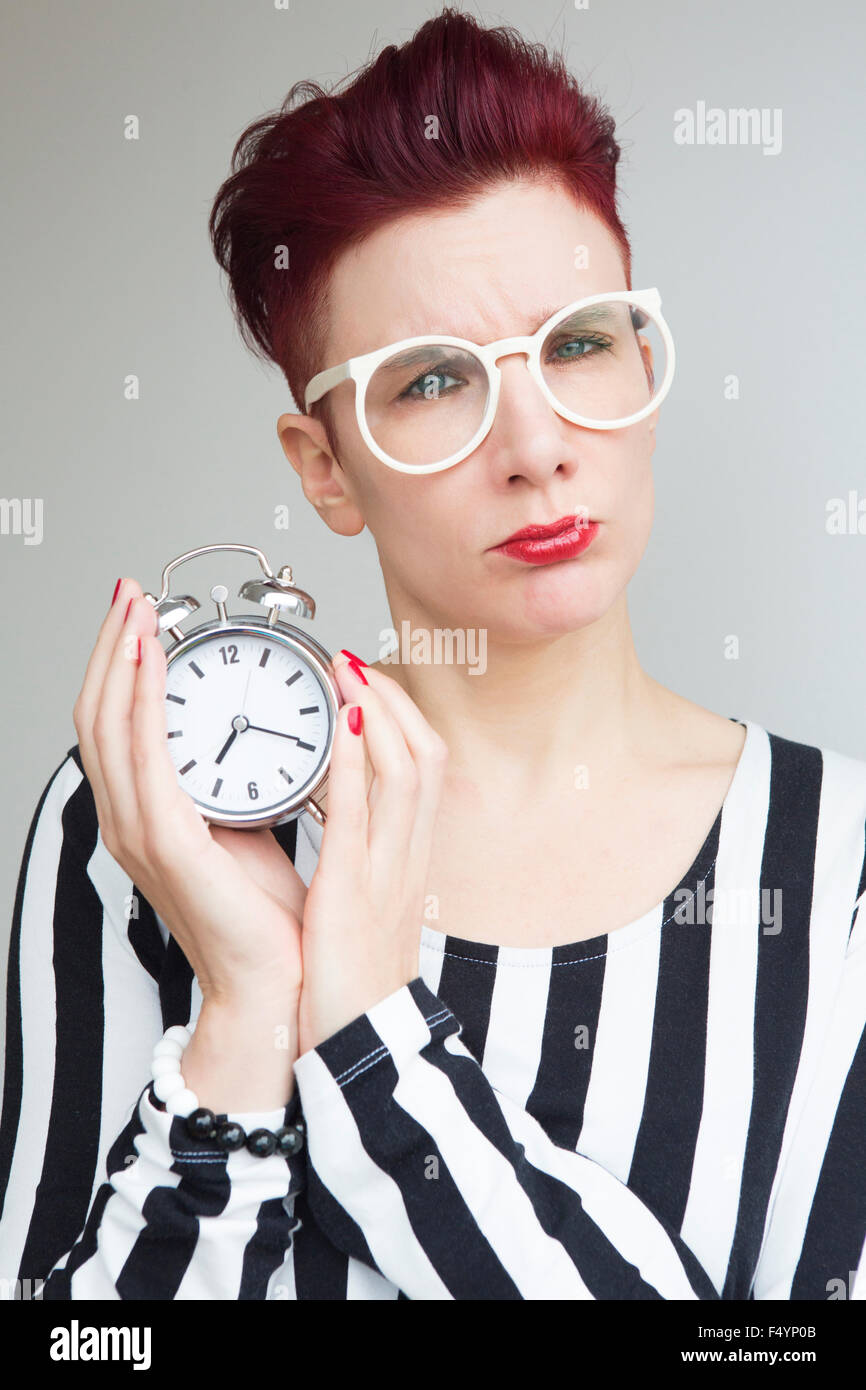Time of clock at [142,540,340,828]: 7:19
